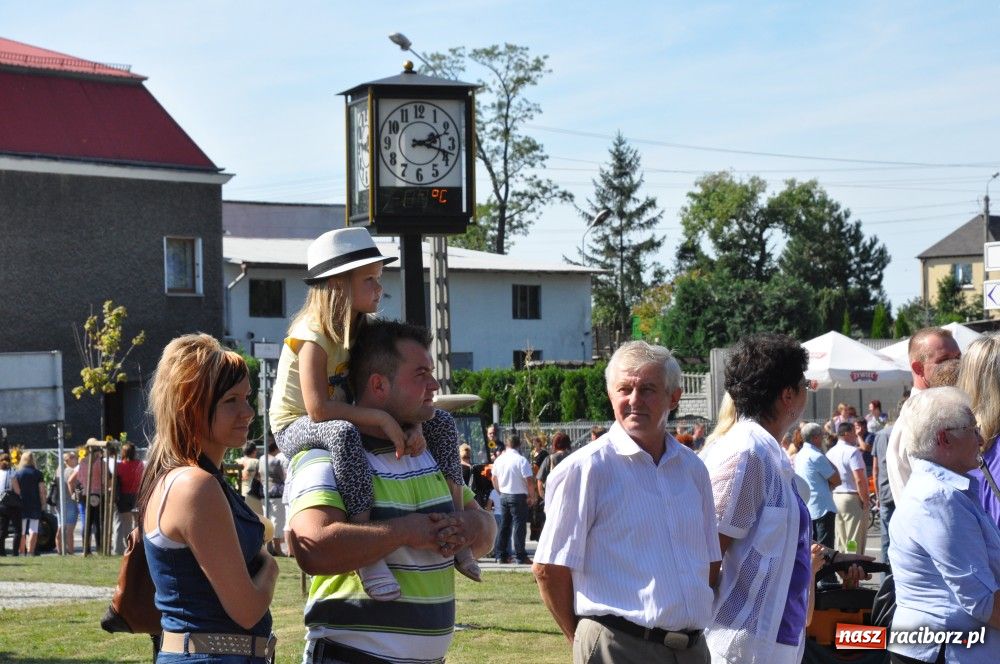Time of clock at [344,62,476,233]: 2:18
